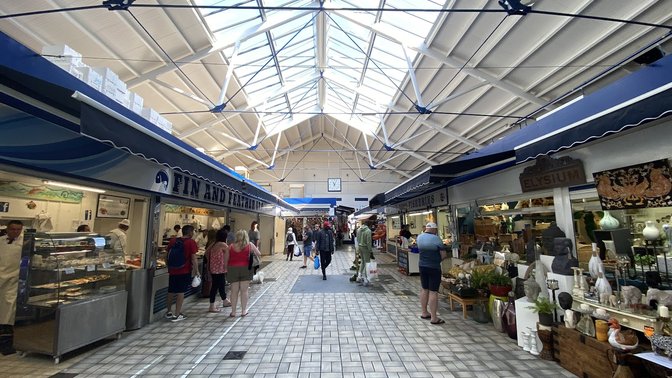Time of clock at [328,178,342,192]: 11:04
